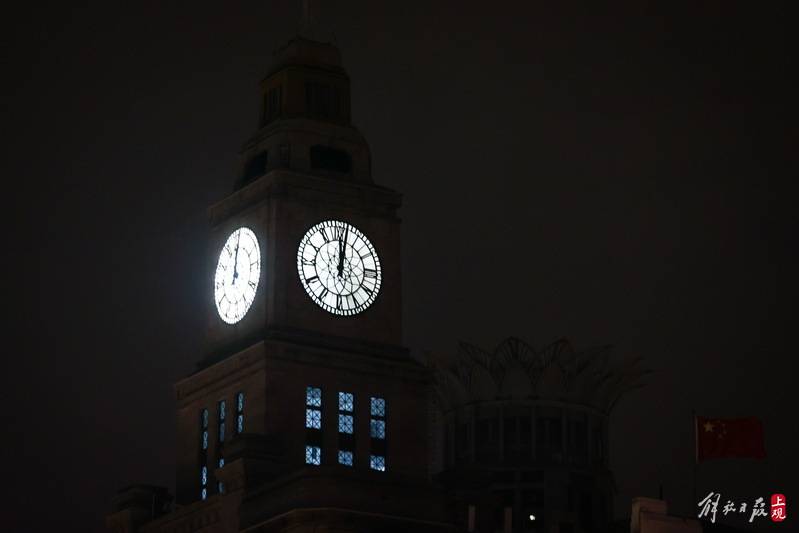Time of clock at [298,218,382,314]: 12:01
